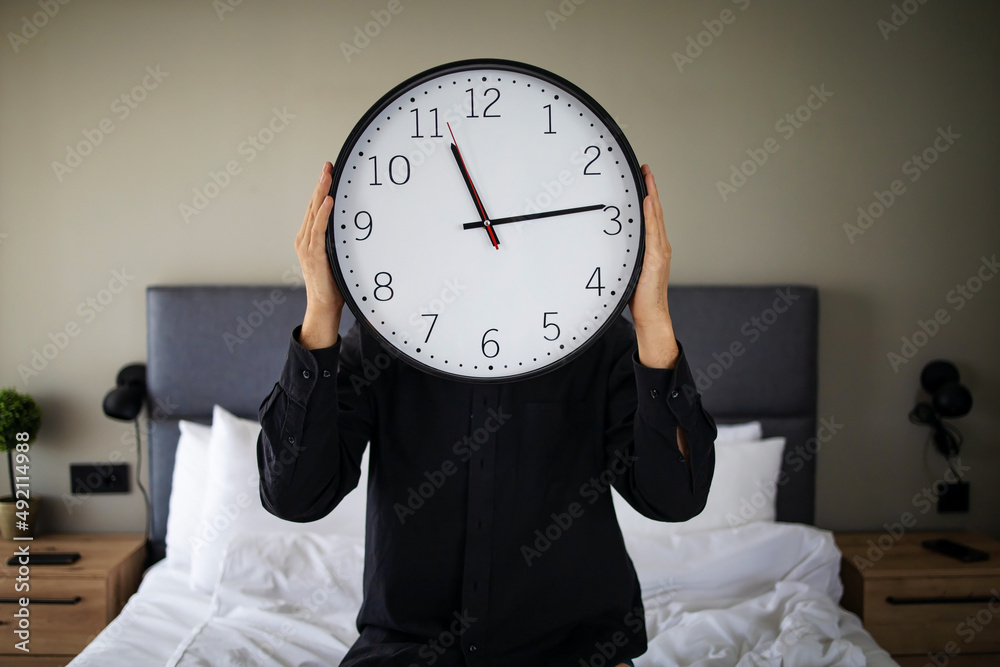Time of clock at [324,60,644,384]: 11:13
